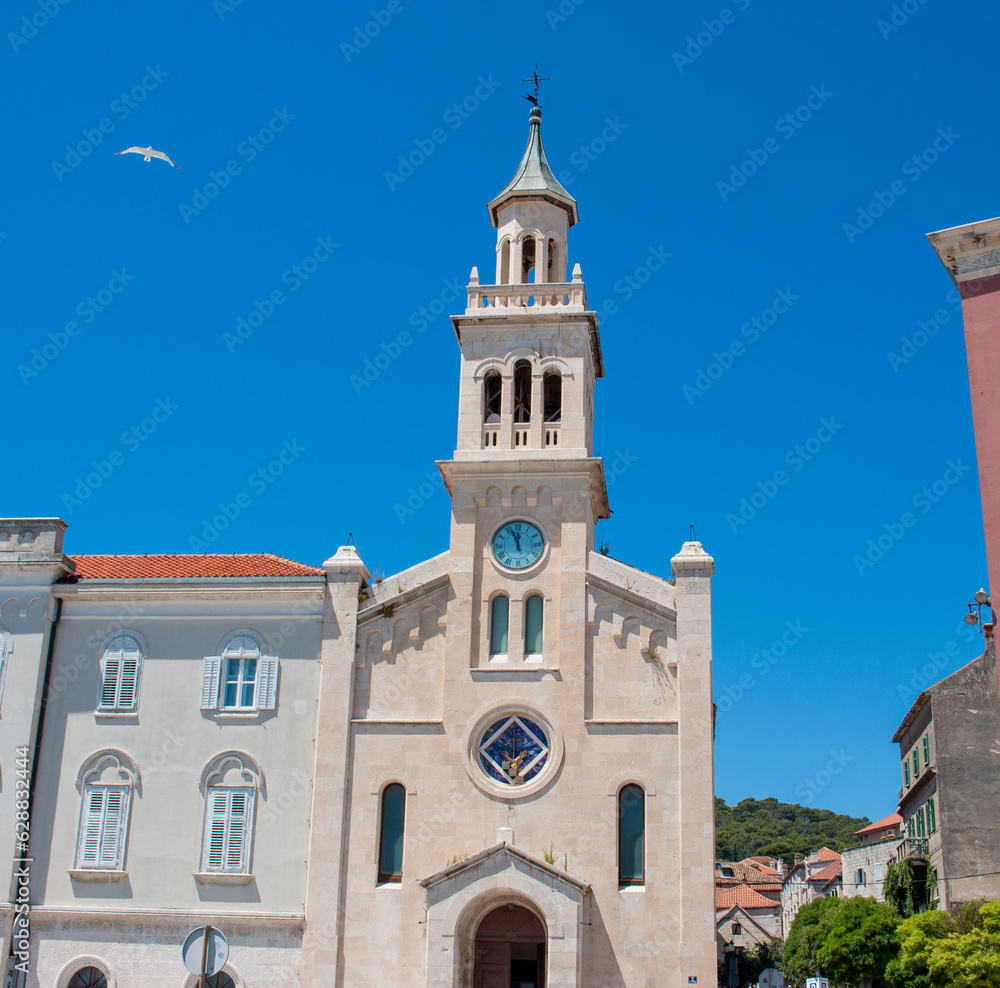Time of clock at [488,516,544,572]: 11:56
